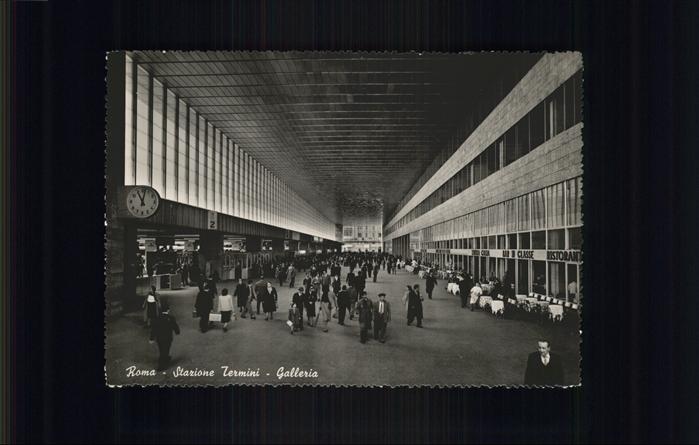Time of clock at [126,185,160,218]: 11:02
